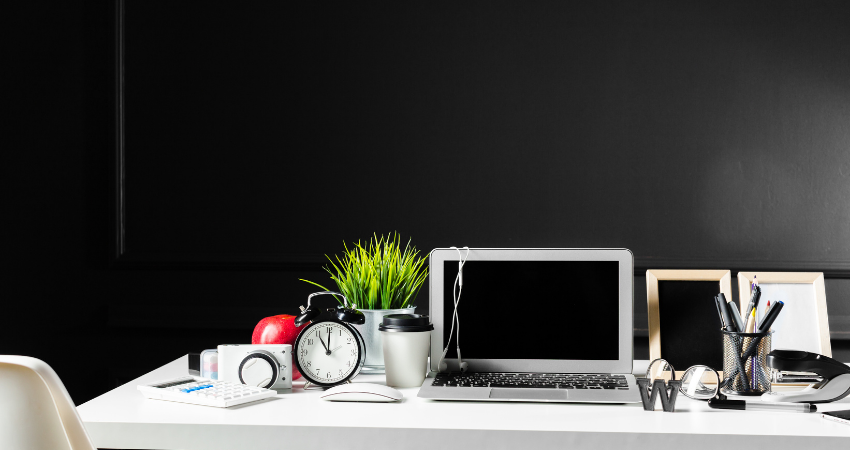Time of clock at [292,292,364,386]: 11:00
